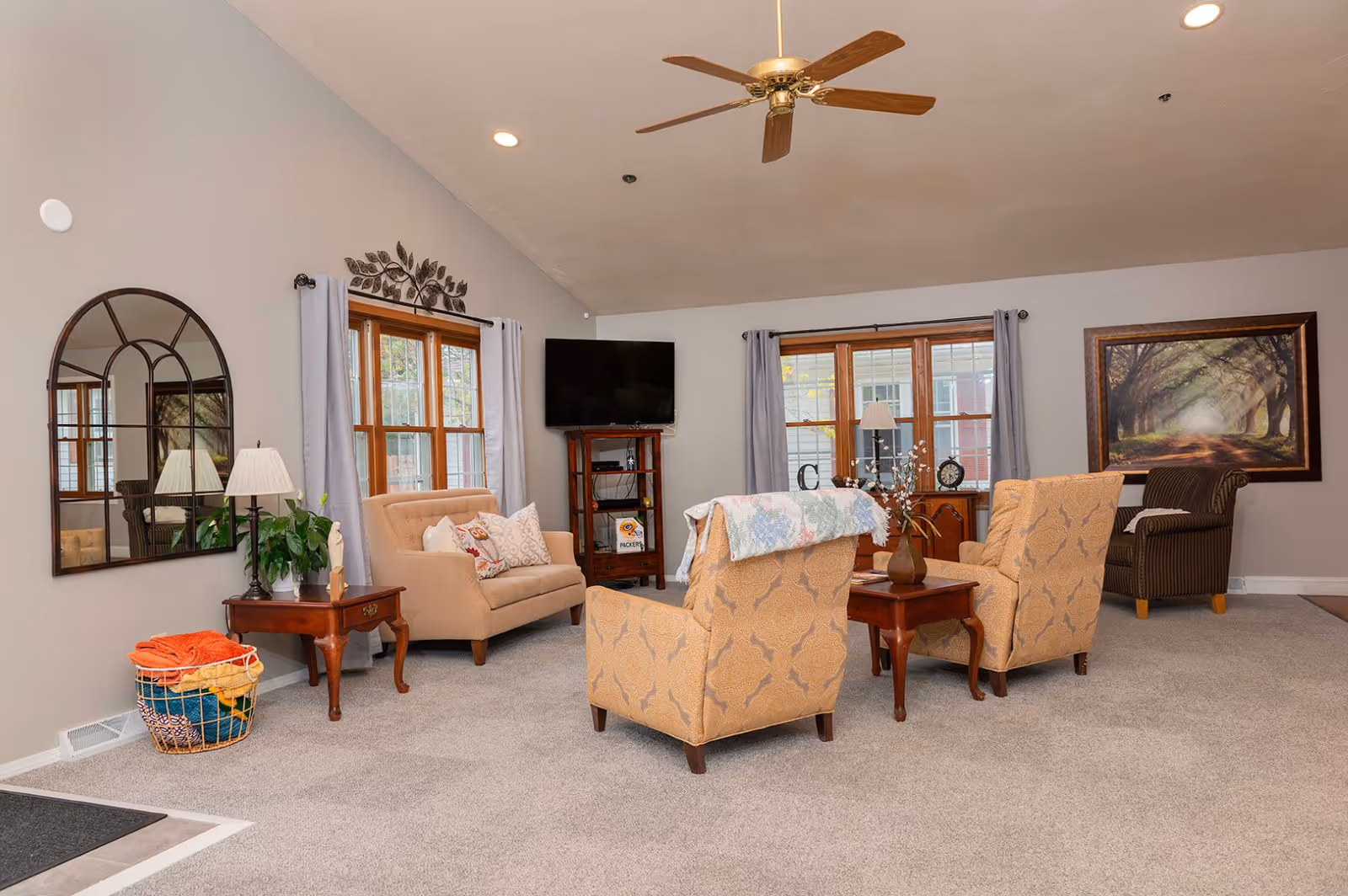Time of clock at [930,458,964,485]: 4:29
